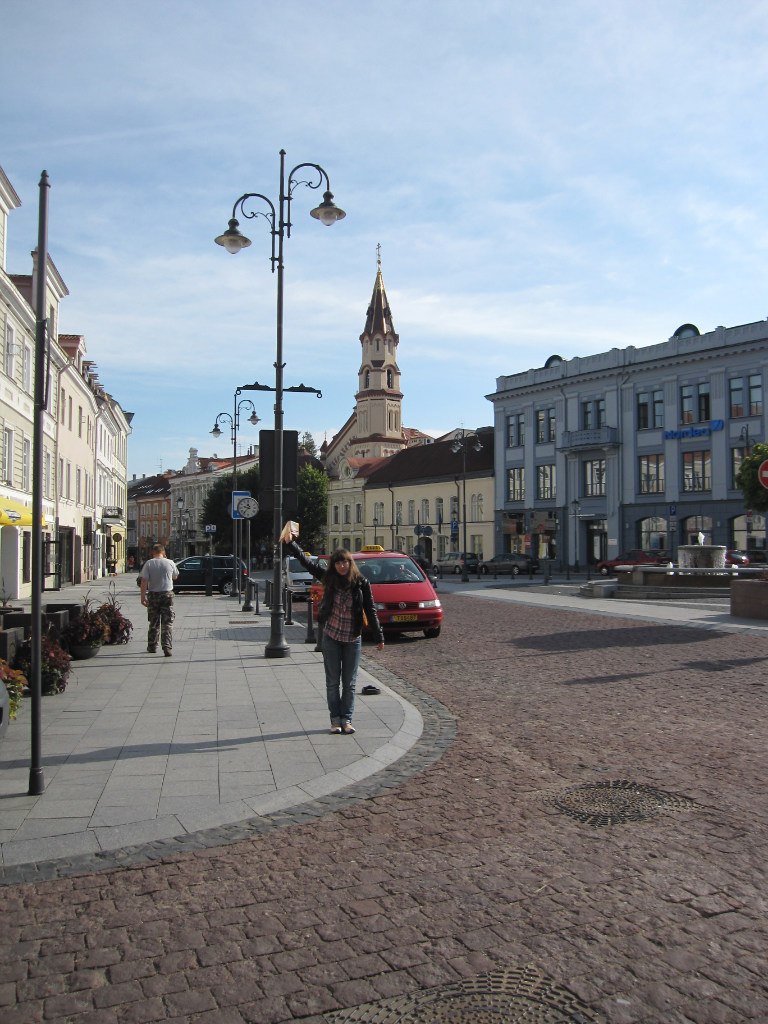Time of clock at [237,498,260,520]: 9:36
